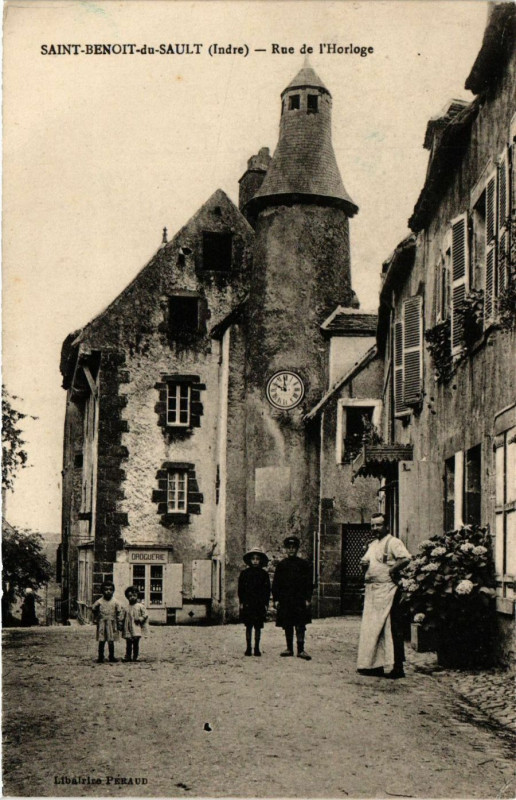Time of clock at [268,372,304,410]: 9:59
